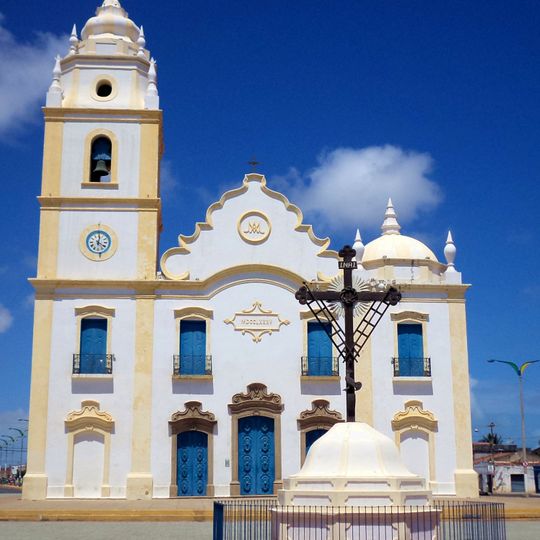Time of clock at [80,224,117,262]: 4:01
